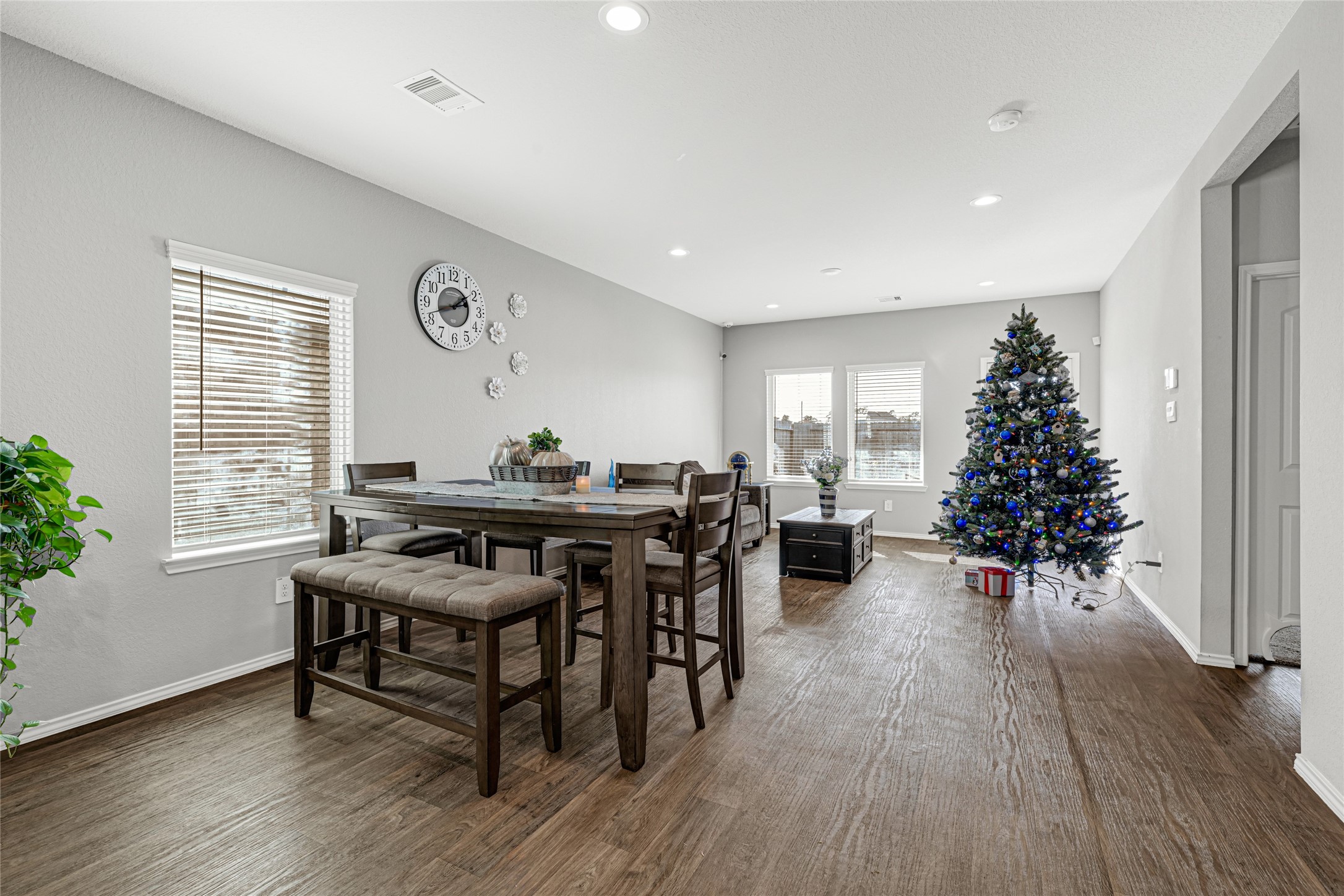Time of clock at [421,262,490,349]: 1:42
